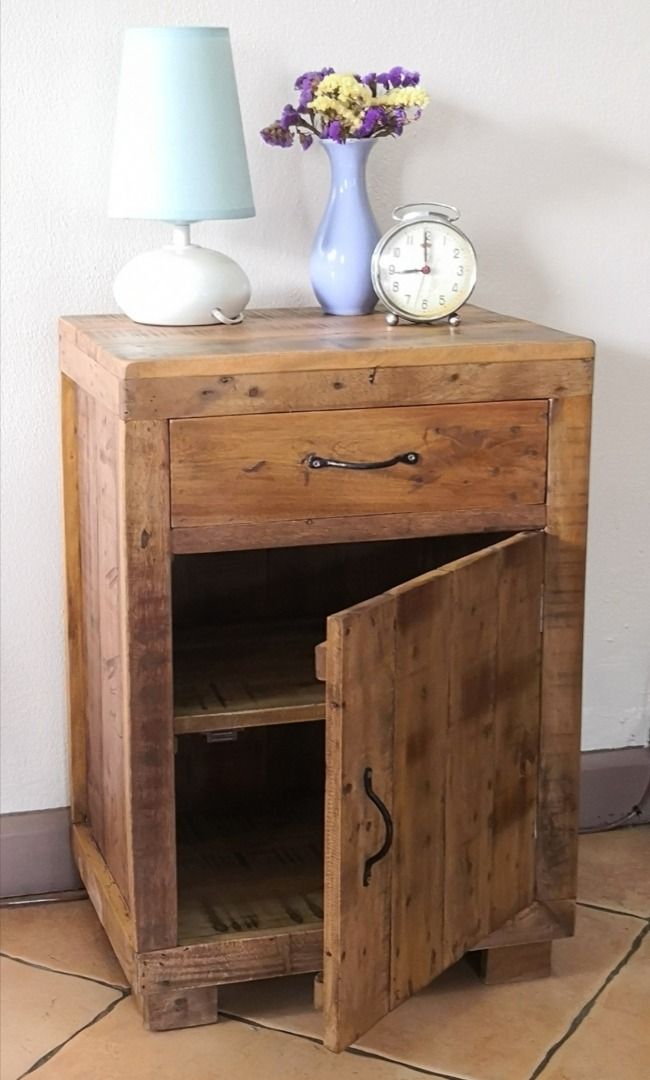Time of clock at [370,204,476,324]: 8:59
